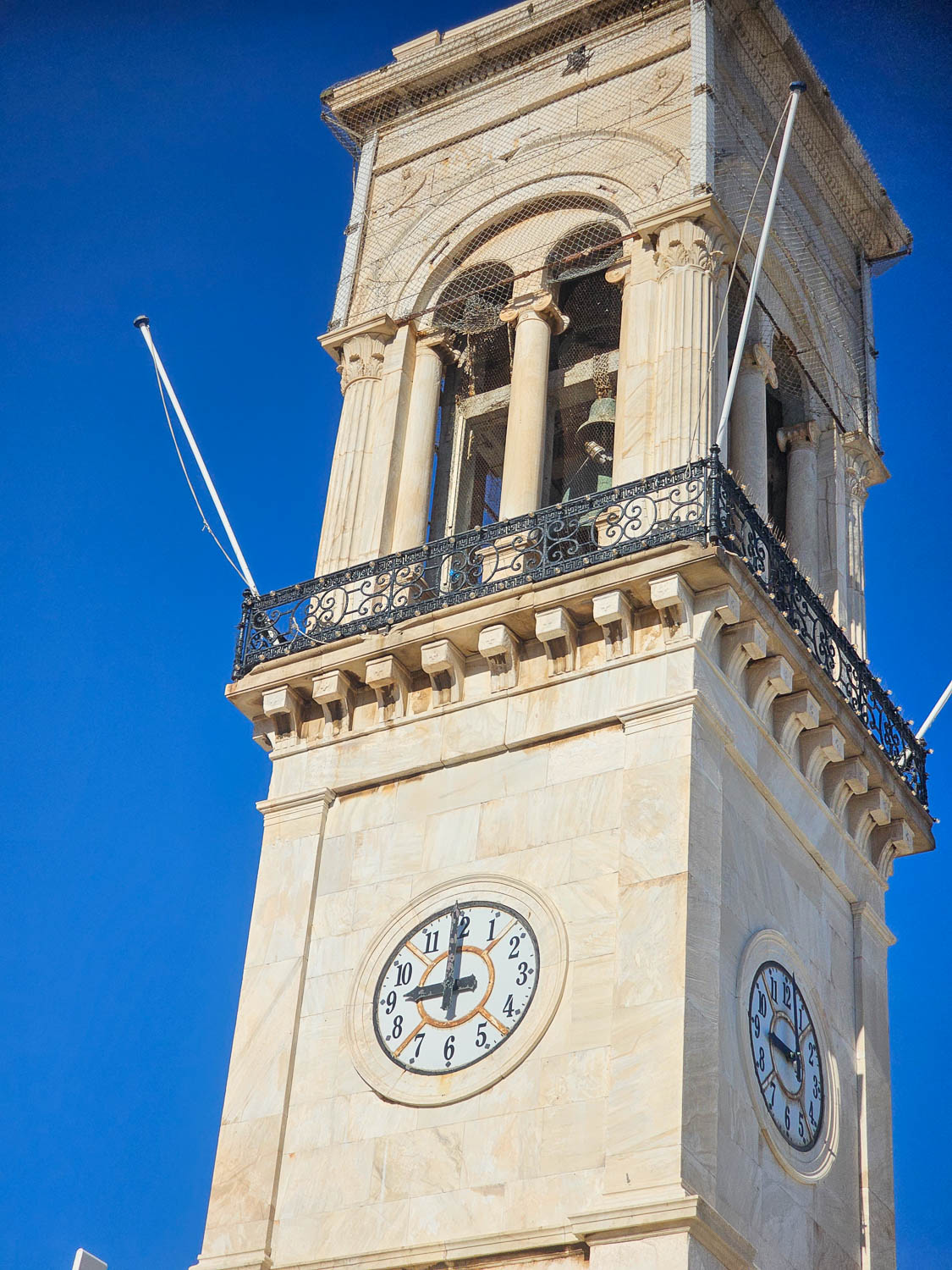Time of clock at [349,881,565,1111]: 8:59
